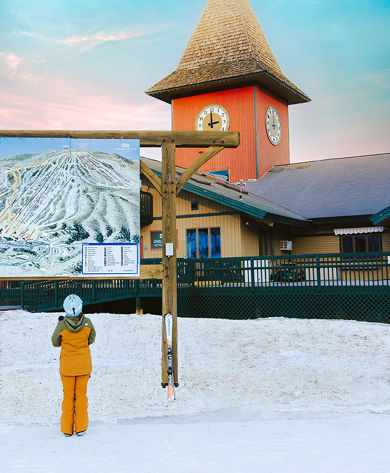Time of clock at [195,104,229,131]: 2:59
